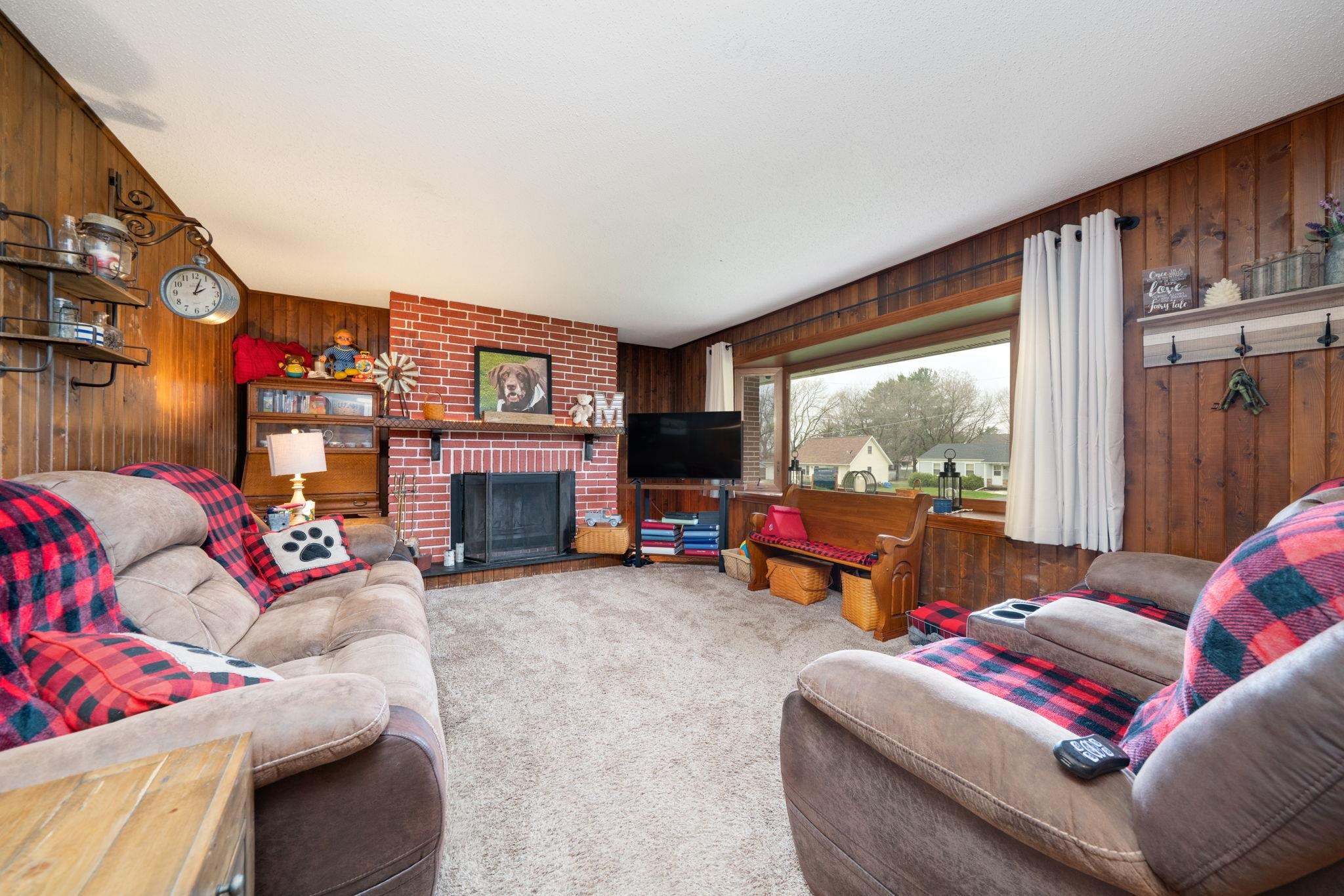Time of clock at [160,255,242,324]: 2:03
